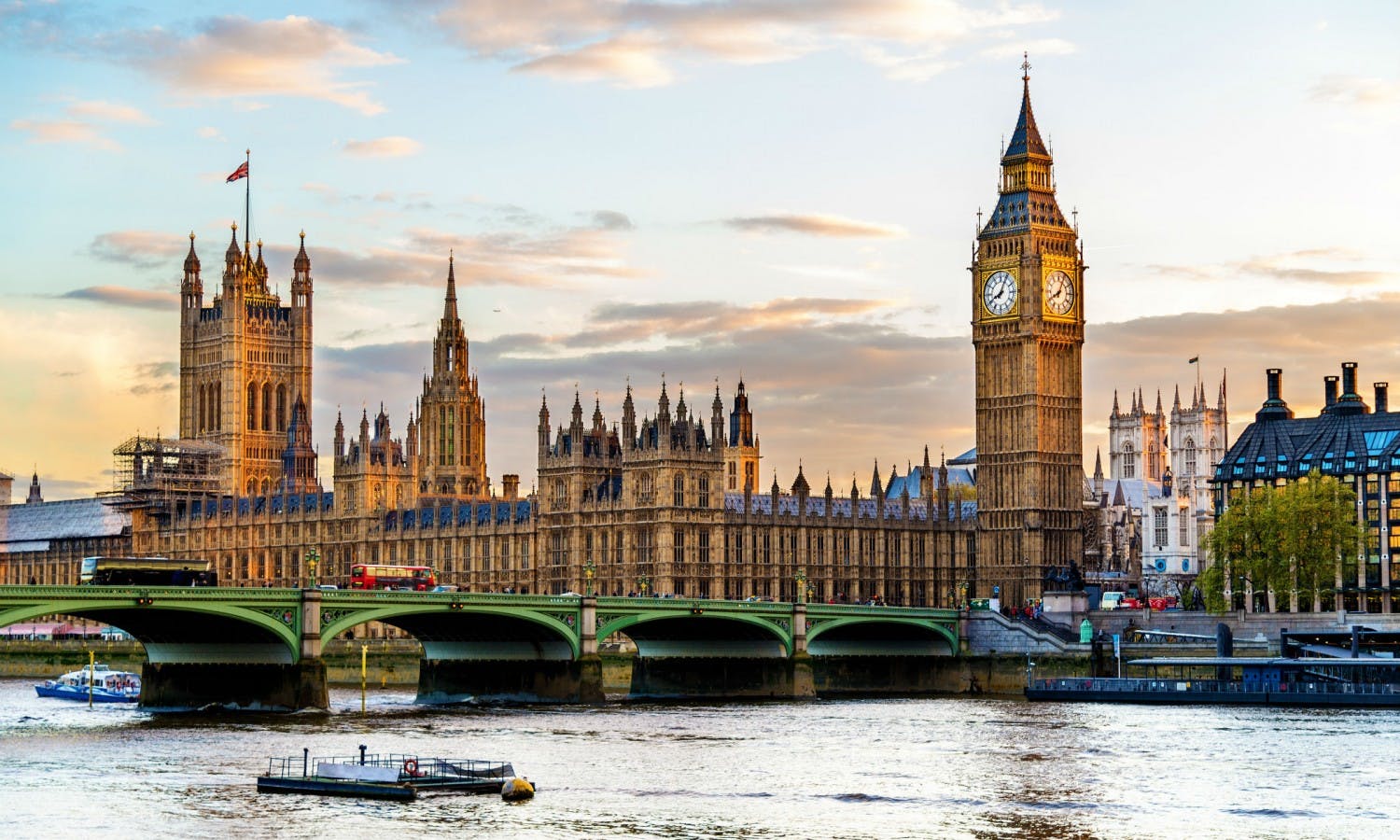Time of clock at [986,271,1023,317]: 8:04
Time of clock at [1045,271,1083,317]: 8:04
